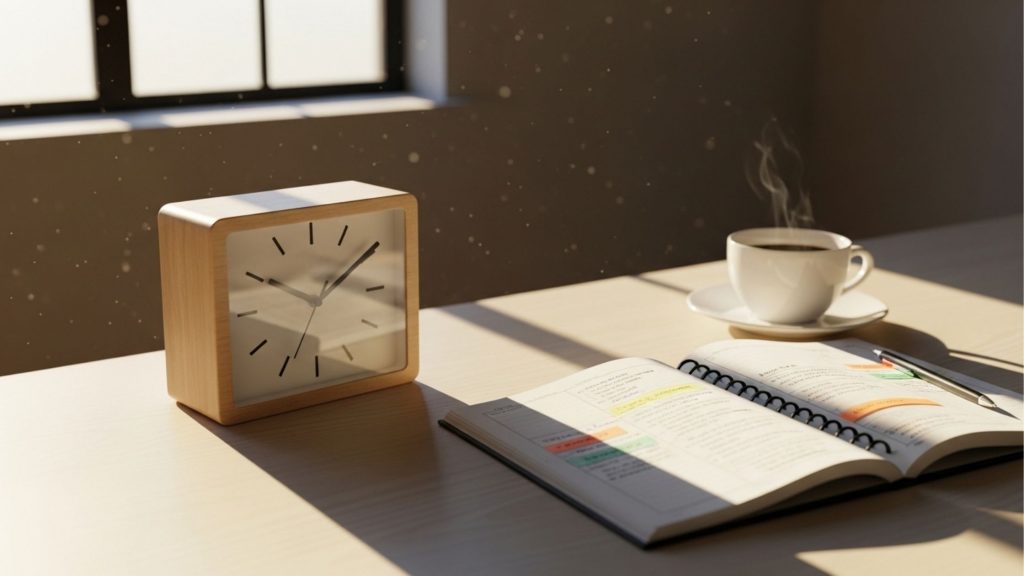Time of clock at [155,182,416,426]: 1:50
